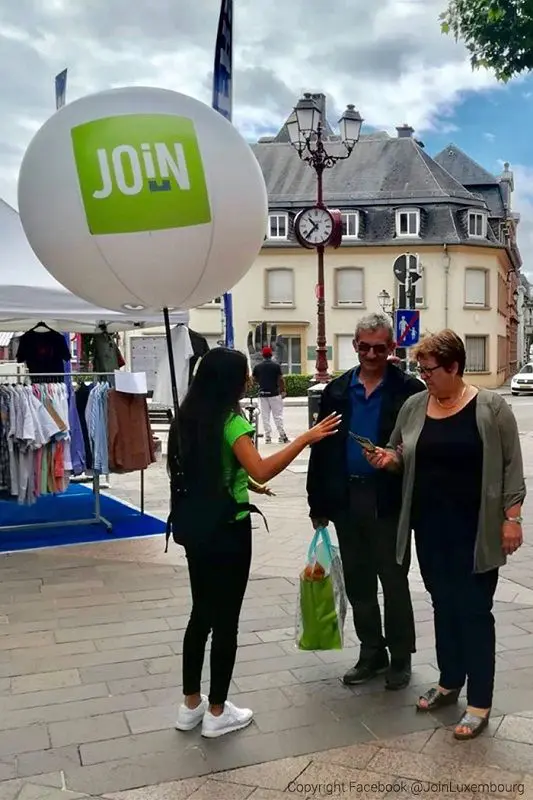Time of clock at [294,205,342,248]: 10:36
